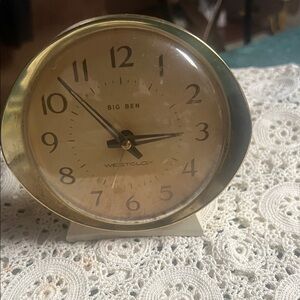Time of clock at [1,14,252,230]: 2:52
